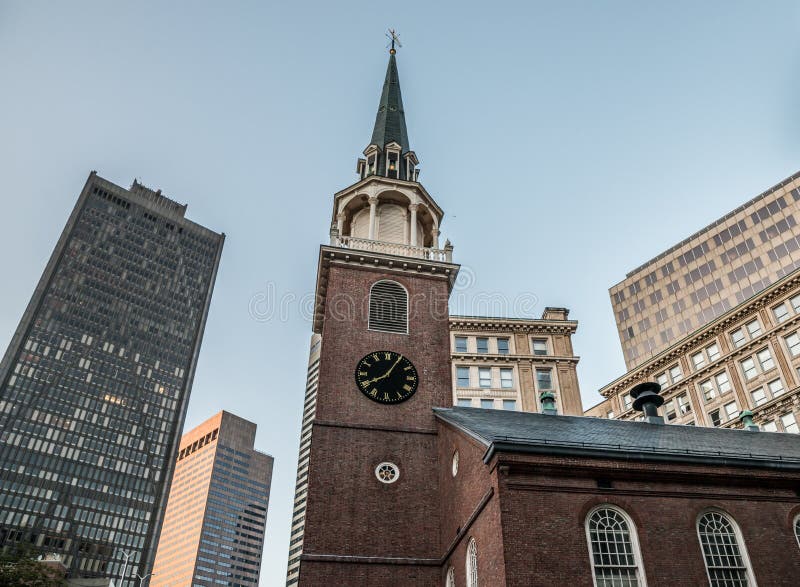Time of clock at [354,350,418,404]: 8:05
